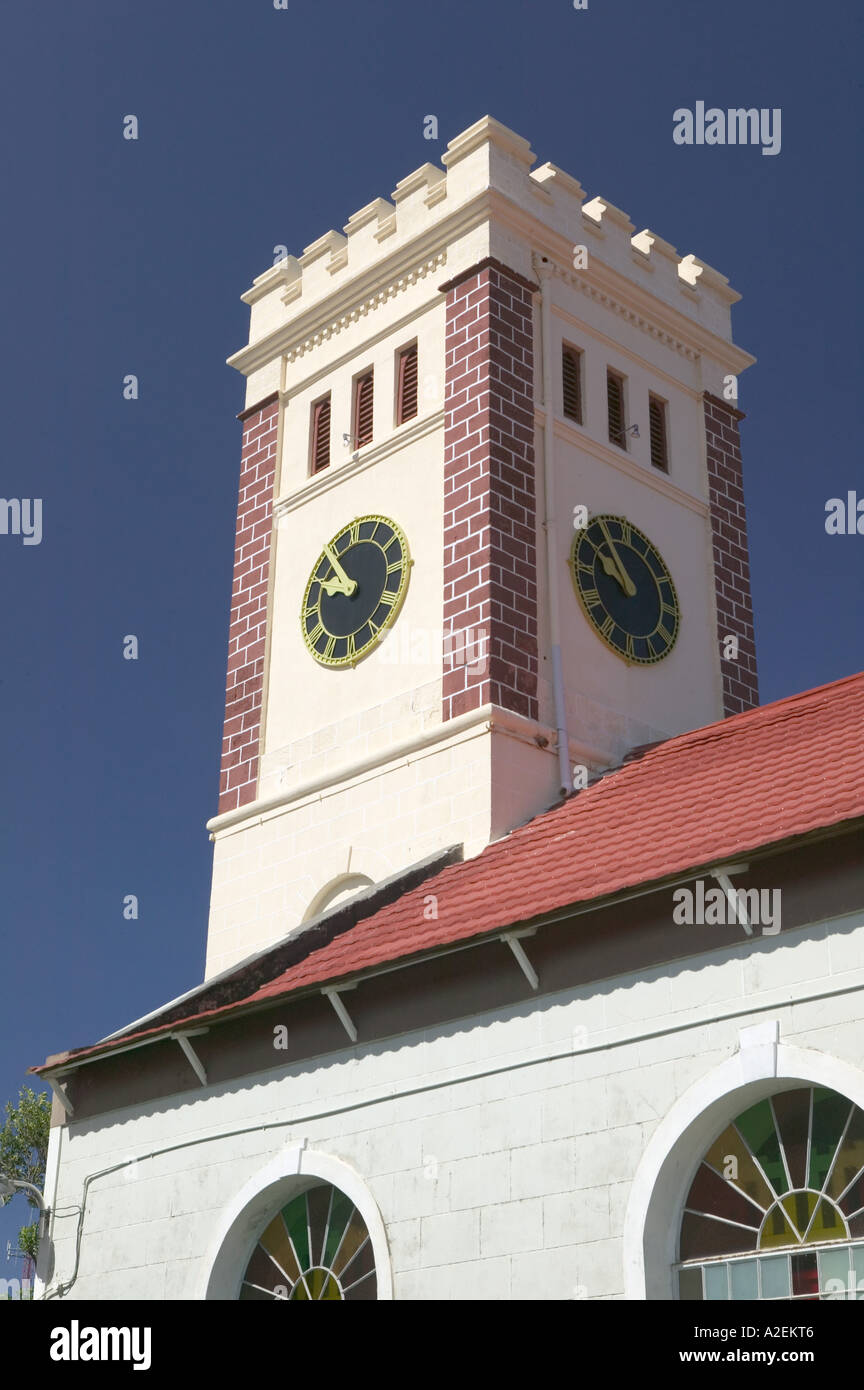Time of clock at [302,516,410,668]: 9:53
